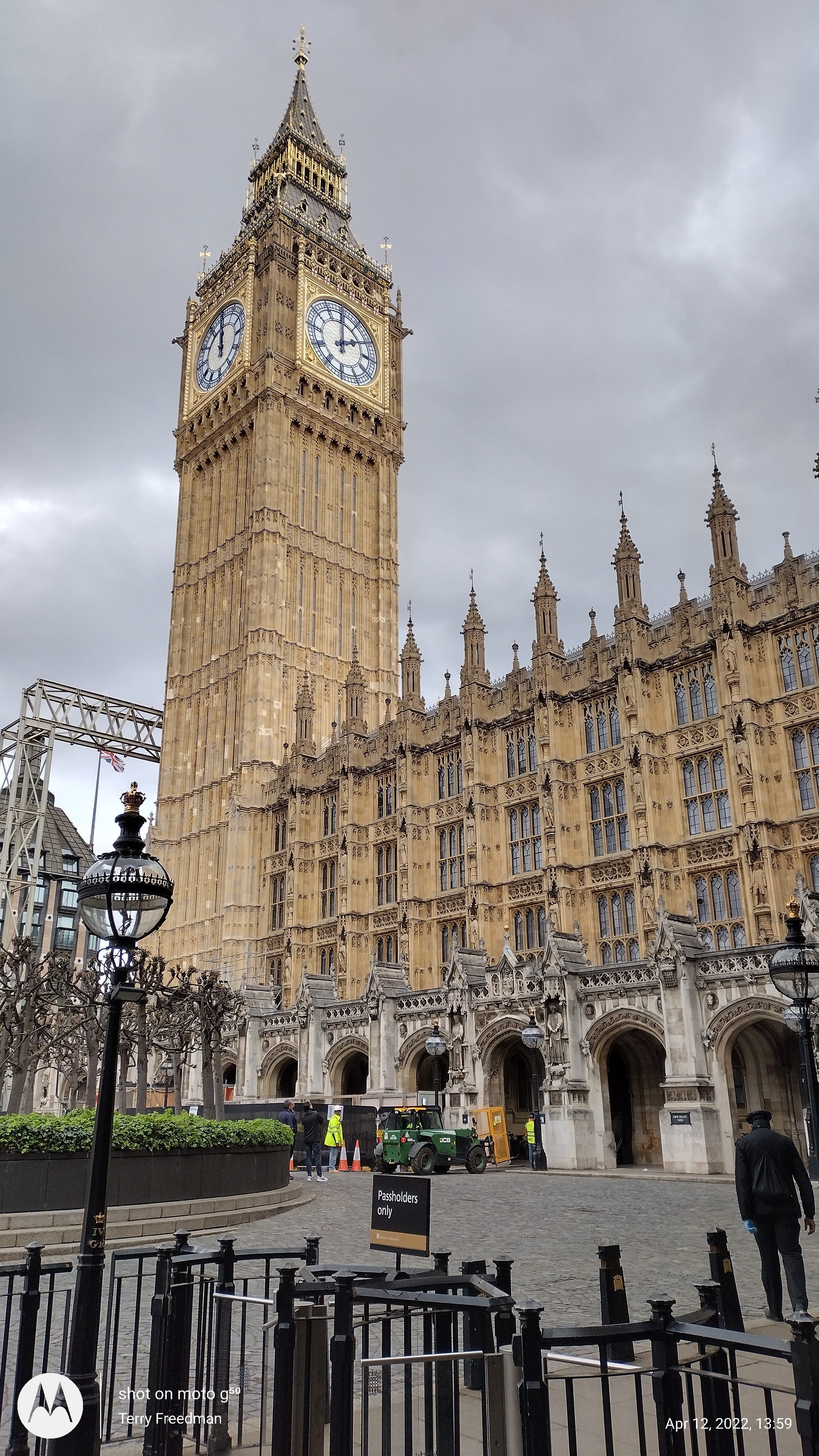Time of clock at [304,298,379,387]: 2:00
